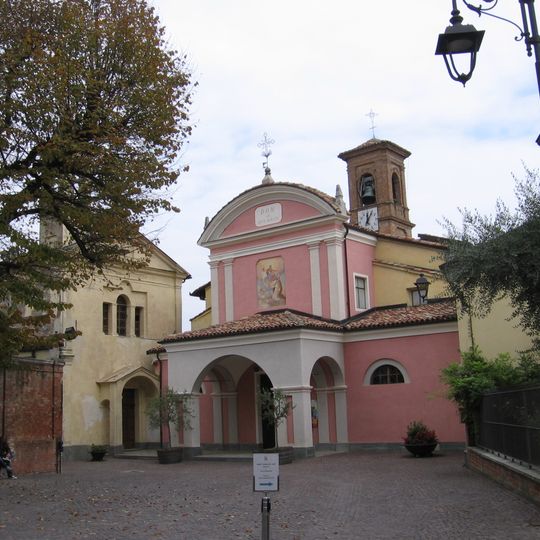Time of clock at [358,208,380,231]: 12:05
